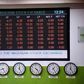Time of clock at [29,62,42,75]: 4:23
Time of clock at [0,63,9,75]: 8:25
